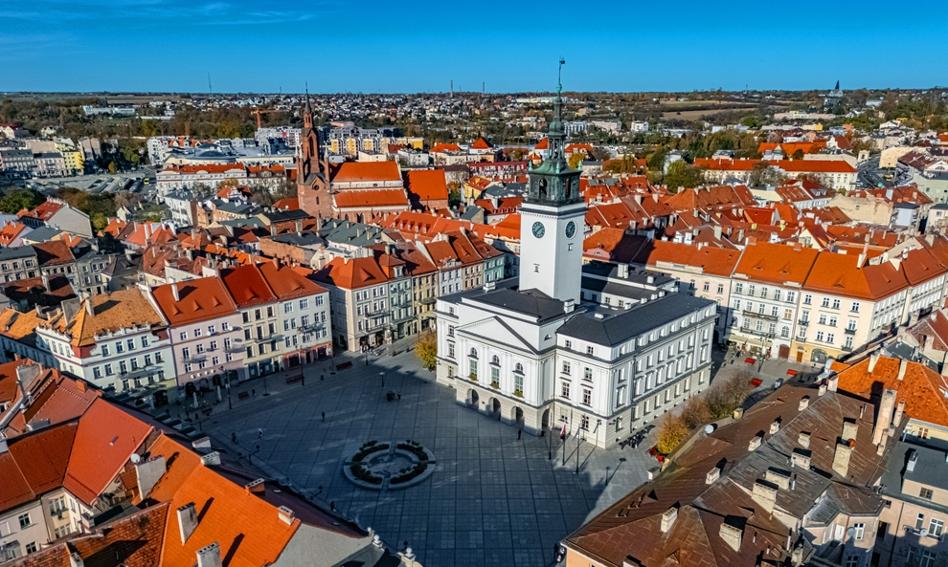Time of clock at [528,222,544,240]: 1:37
